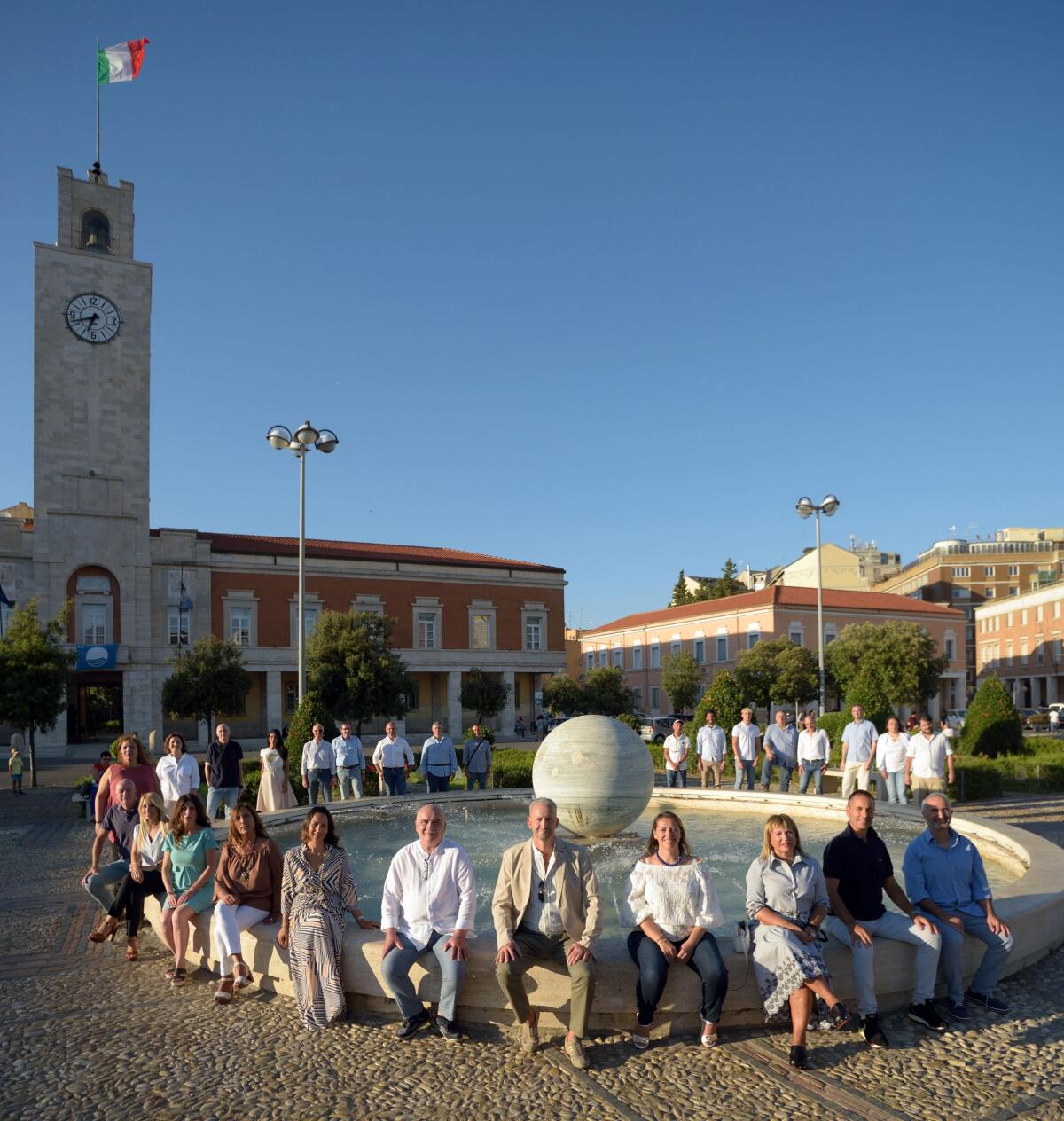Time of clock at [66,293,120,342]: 6:41
